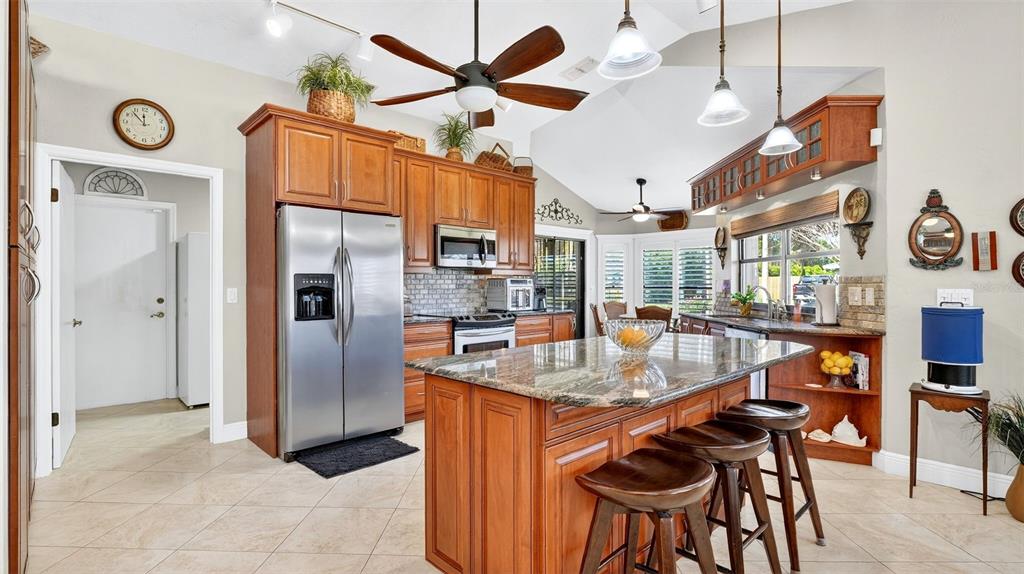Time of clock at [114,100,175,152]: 11:52
